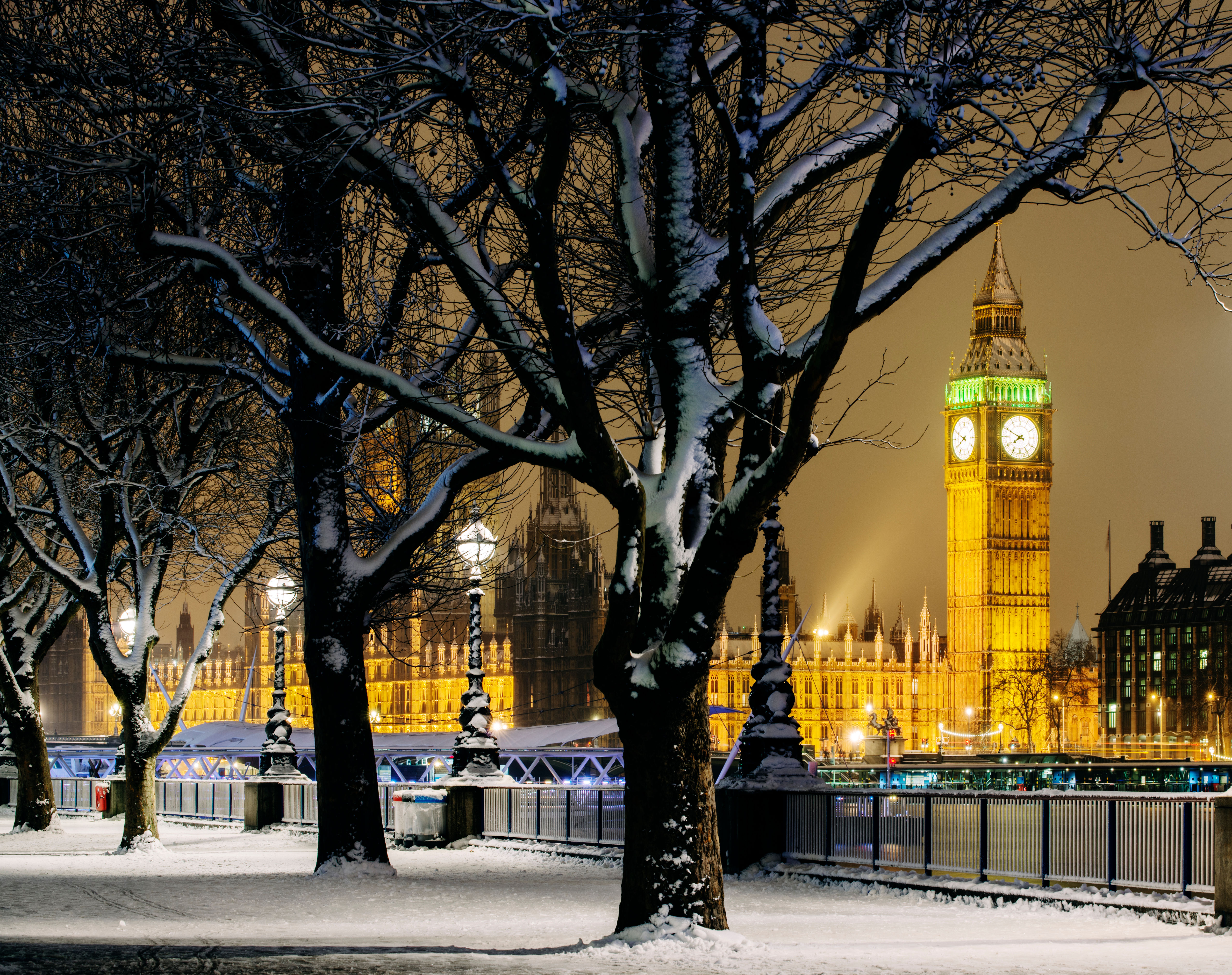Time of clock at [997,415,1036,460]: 7:49
